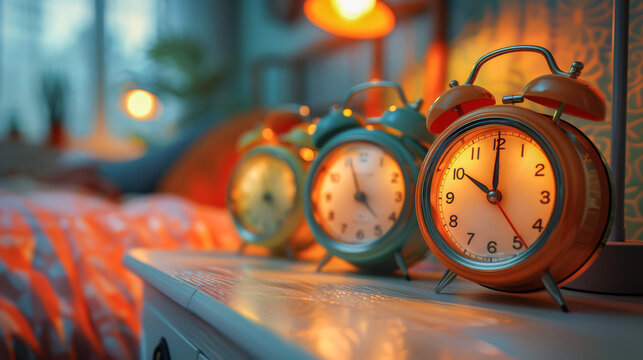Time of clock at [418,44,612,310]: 10:00
